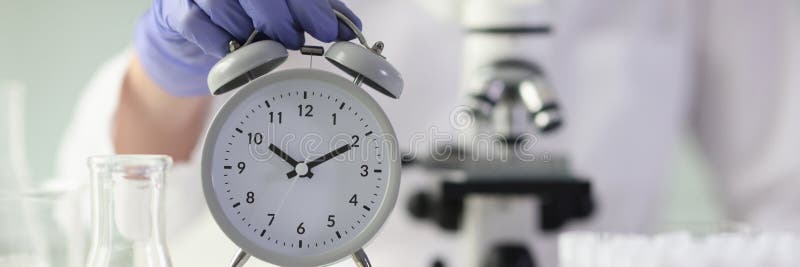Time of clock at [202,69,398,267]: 10:10
